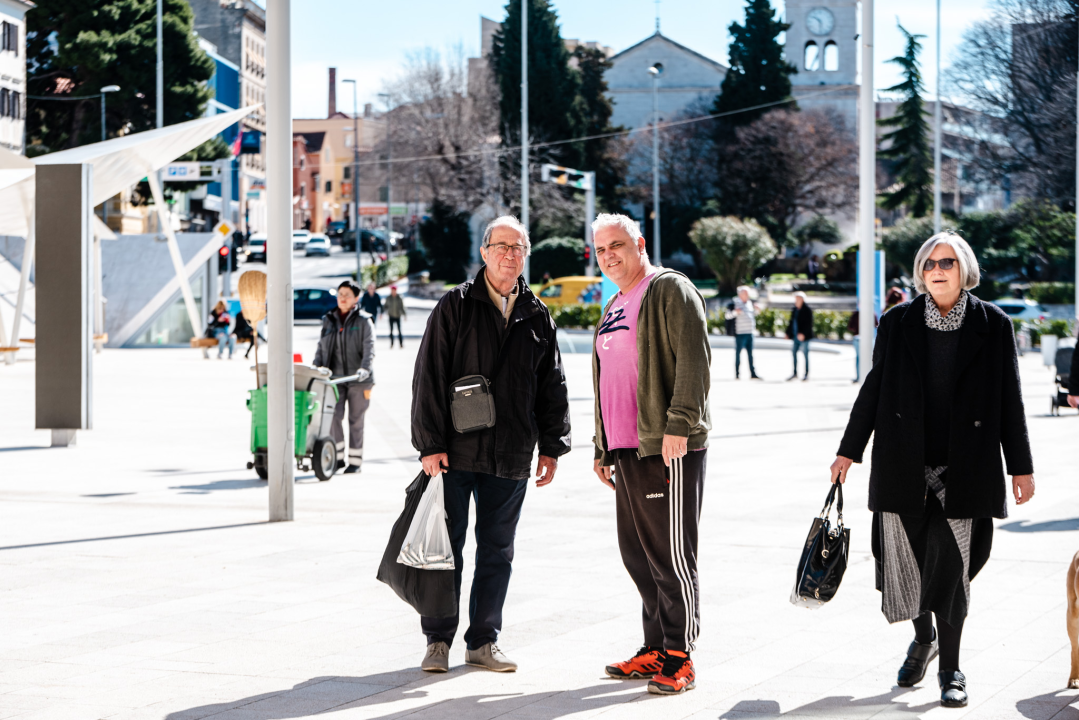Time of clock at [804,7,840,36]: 10:28
